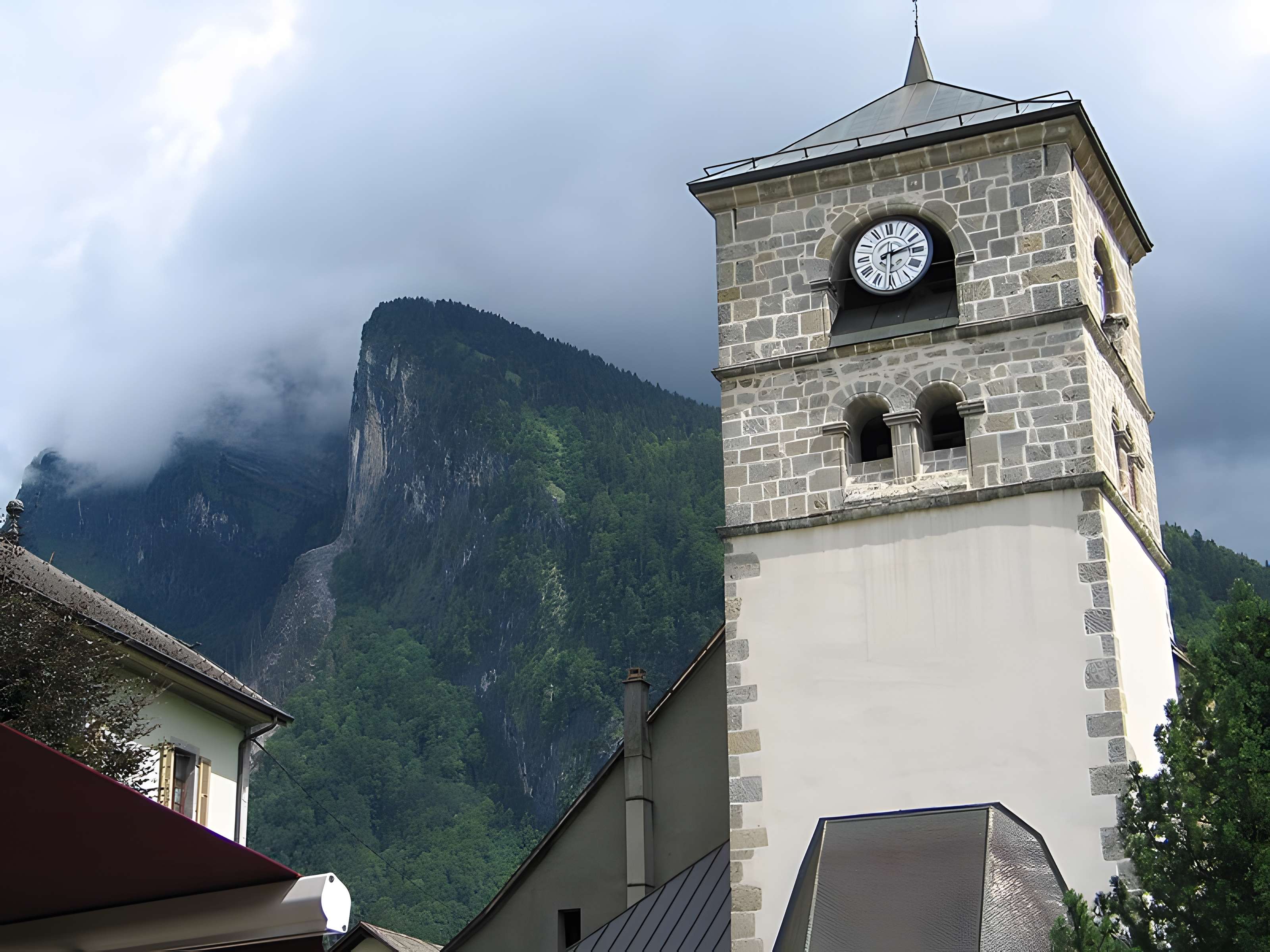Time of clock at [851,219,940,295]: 2:30
